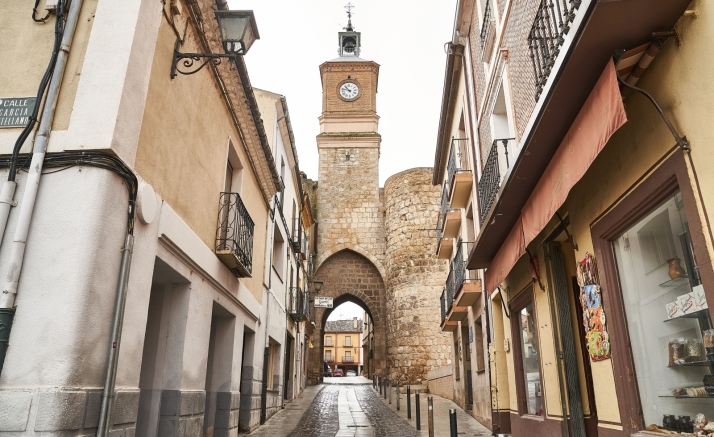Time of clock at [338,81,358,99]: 10:47
